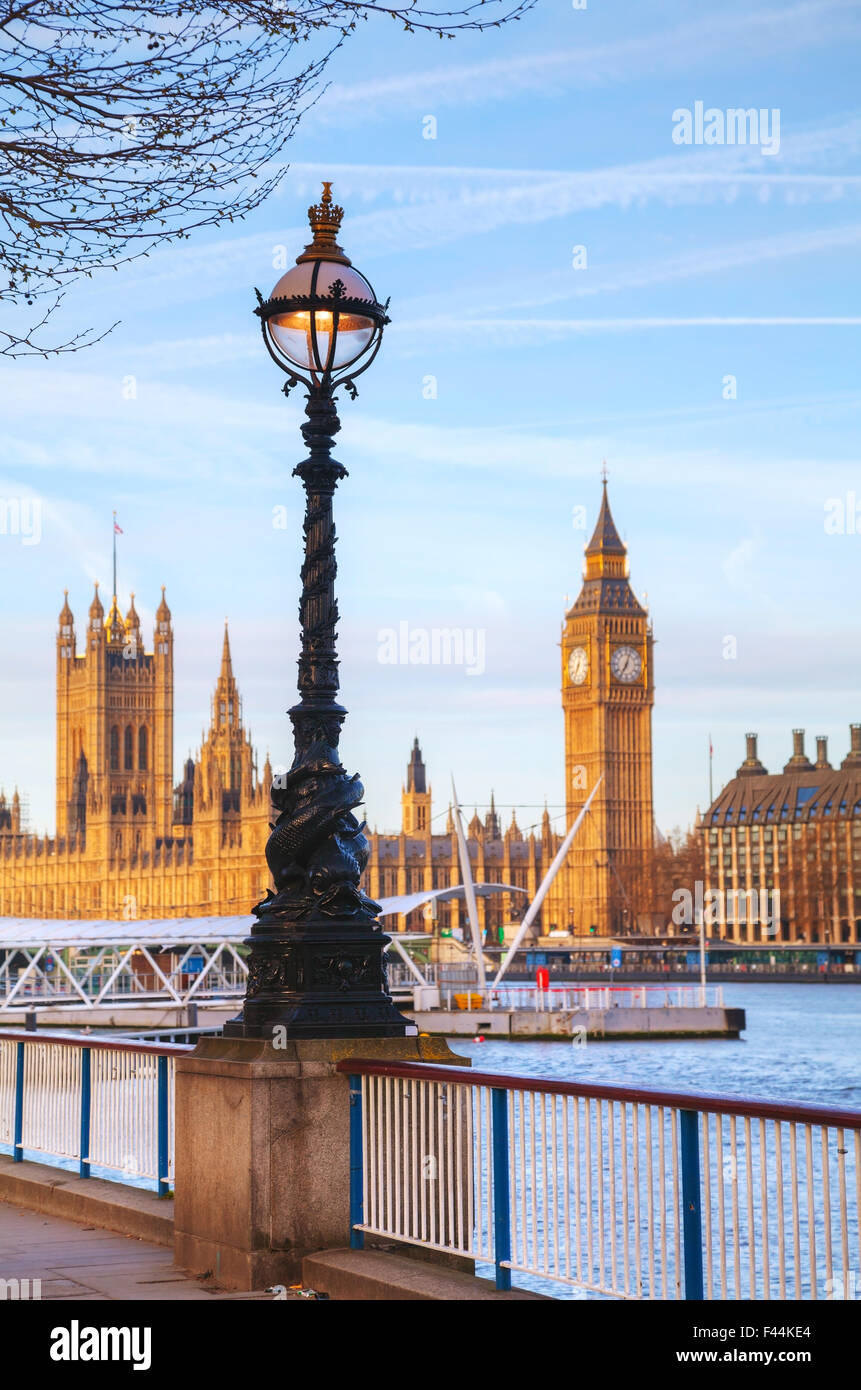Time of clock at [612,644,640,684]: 7:03
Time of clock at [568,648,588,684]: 7:02
